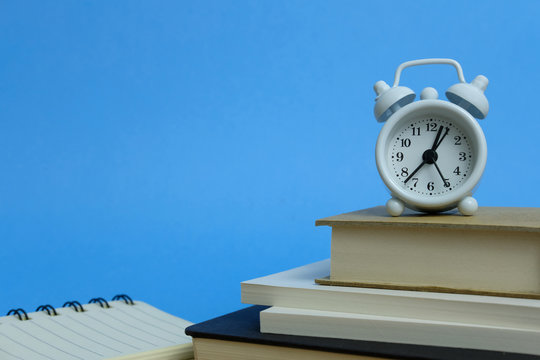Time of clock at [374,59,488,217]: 12:37
